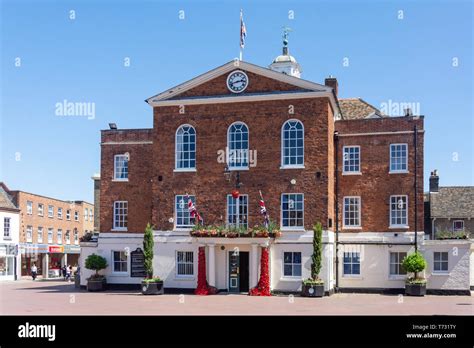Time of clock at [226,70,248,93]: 2:42
